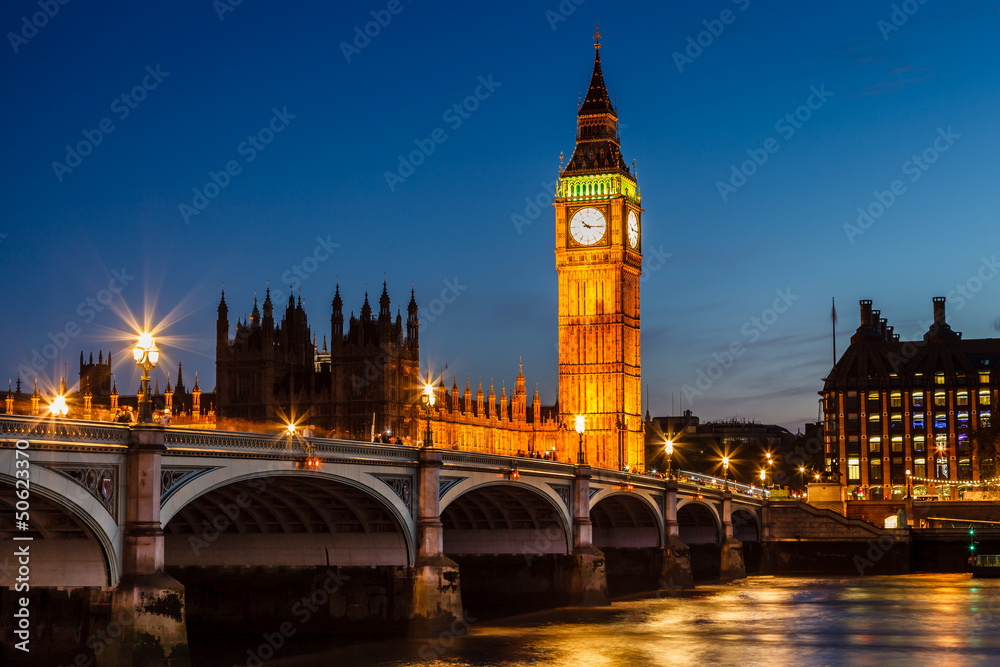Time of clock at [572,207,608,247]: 10:15
